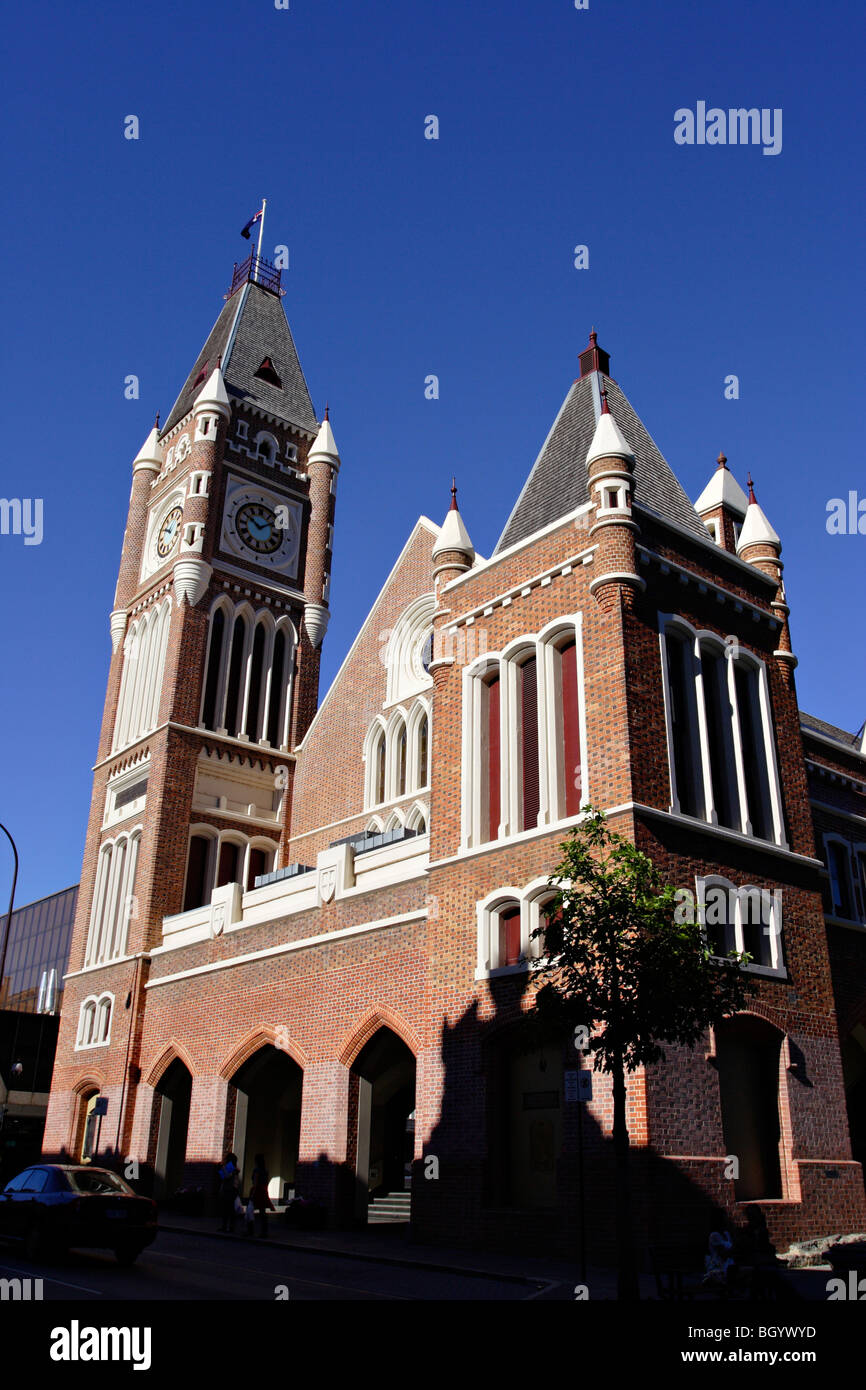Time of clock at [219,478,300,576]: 10:07
